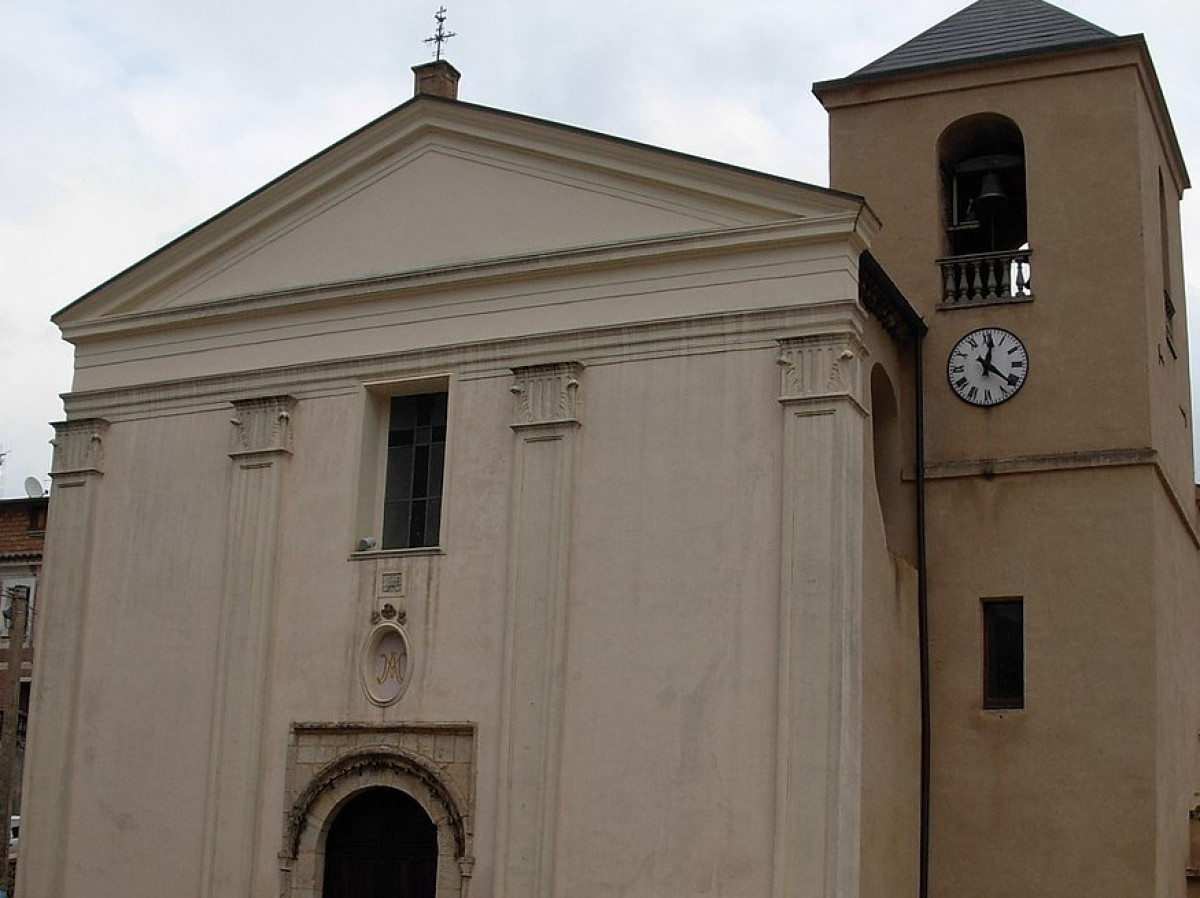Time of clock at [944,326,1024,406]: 12:21
